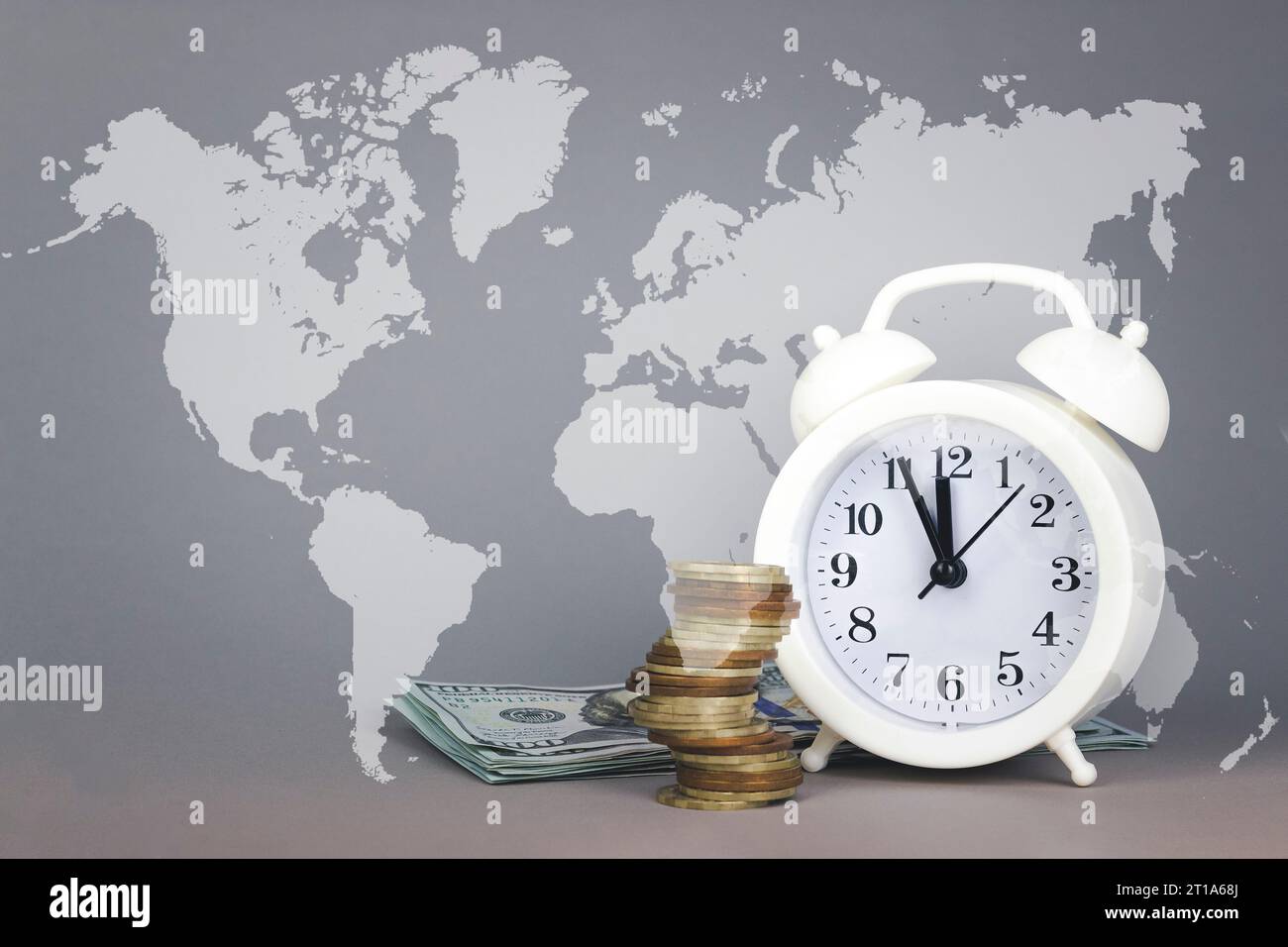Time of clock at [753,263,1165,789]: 11:55
